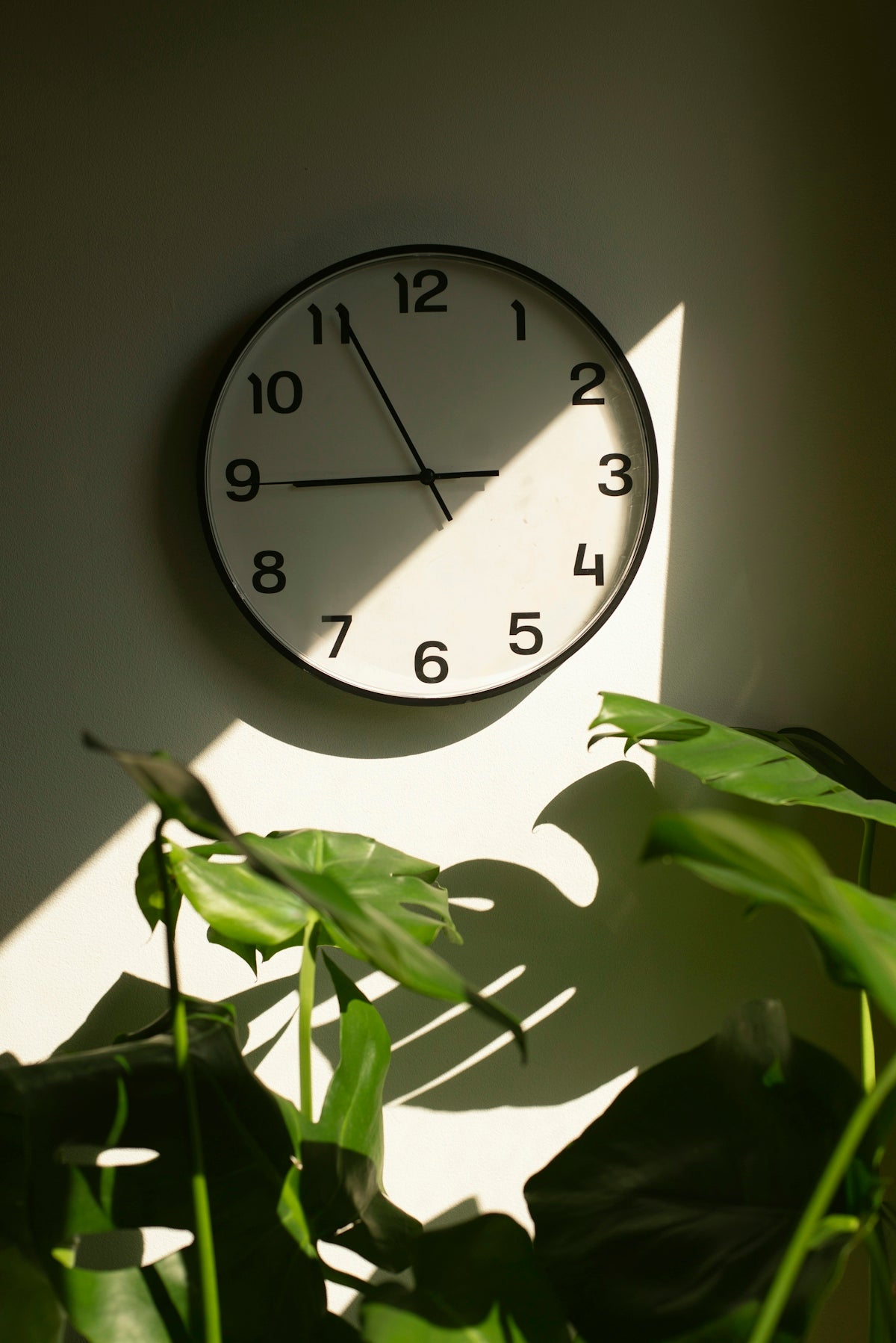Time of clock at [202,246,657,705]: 8:55
